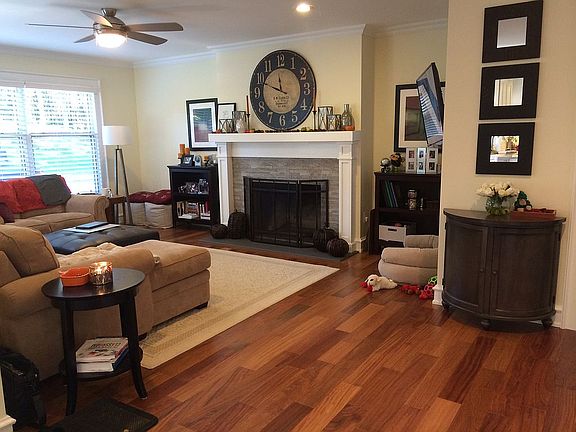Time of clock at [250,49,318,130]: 11:48
